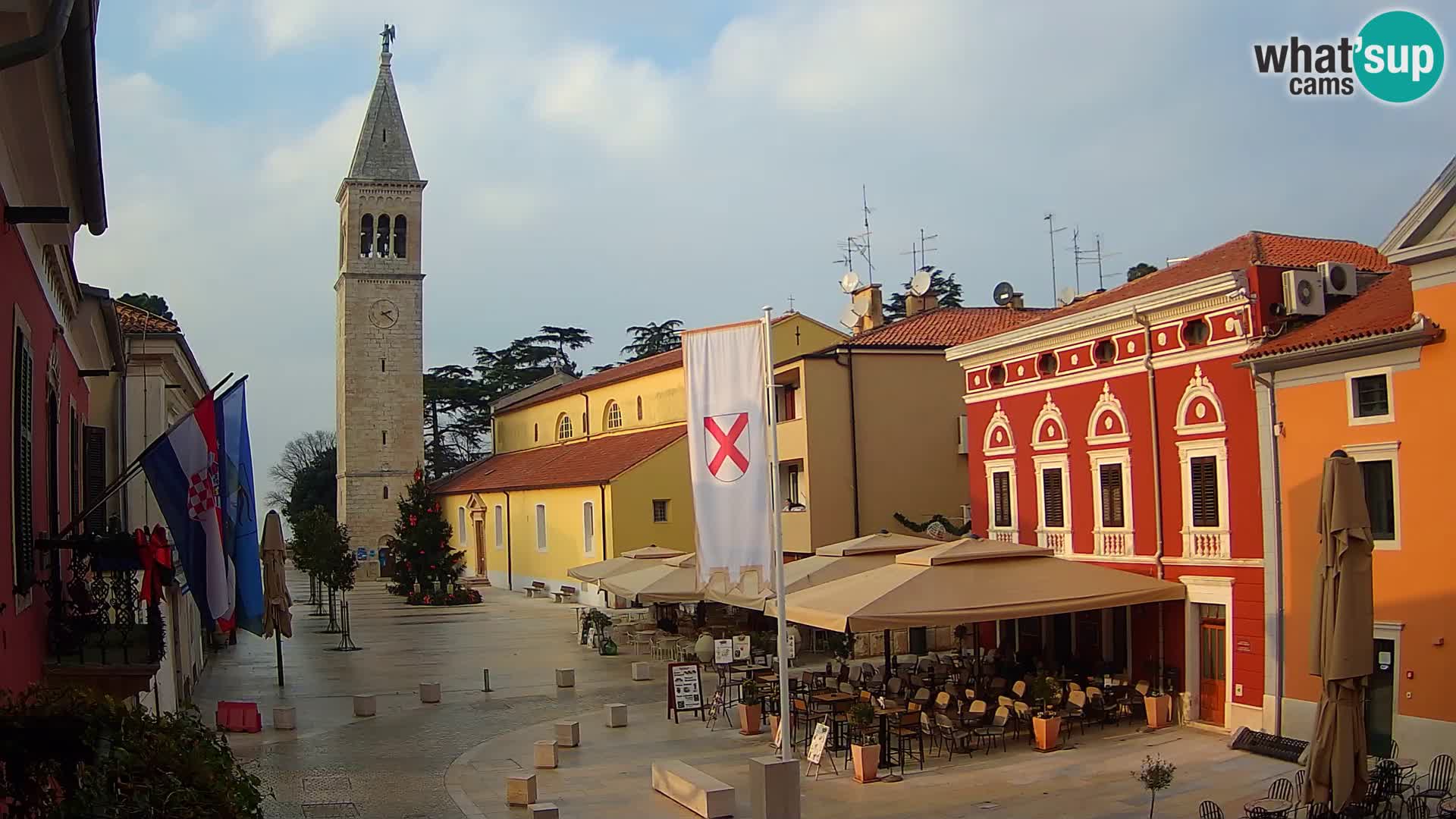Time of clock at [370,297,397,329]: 2:21
